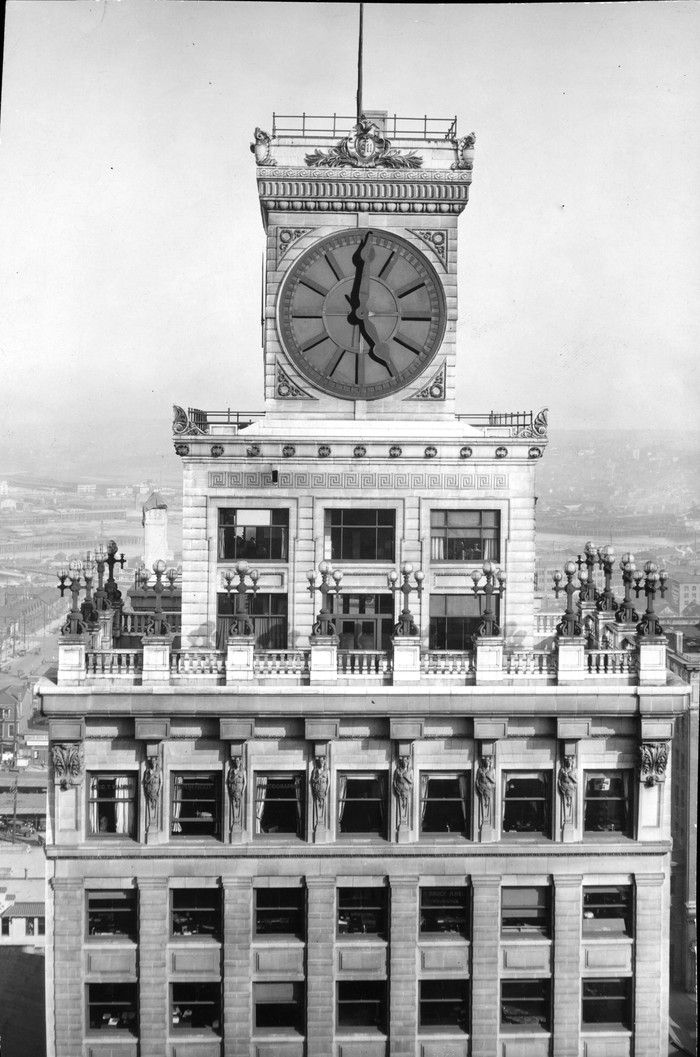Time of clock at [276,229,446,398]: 5:00
